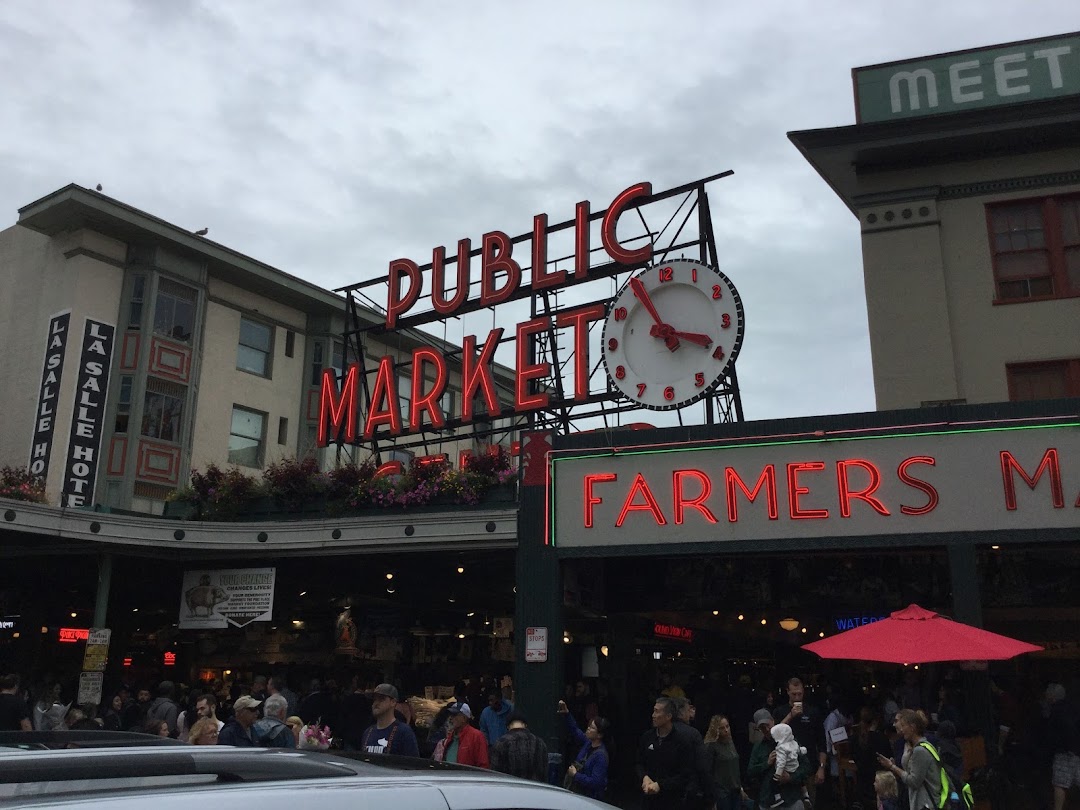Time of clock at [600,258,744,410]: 3:54
